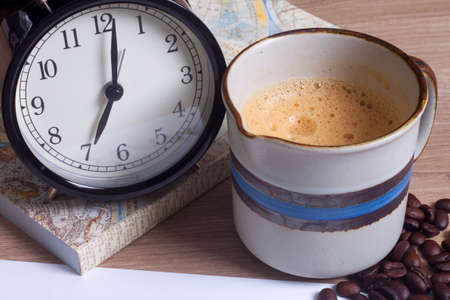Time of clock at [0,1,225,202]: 7:01
